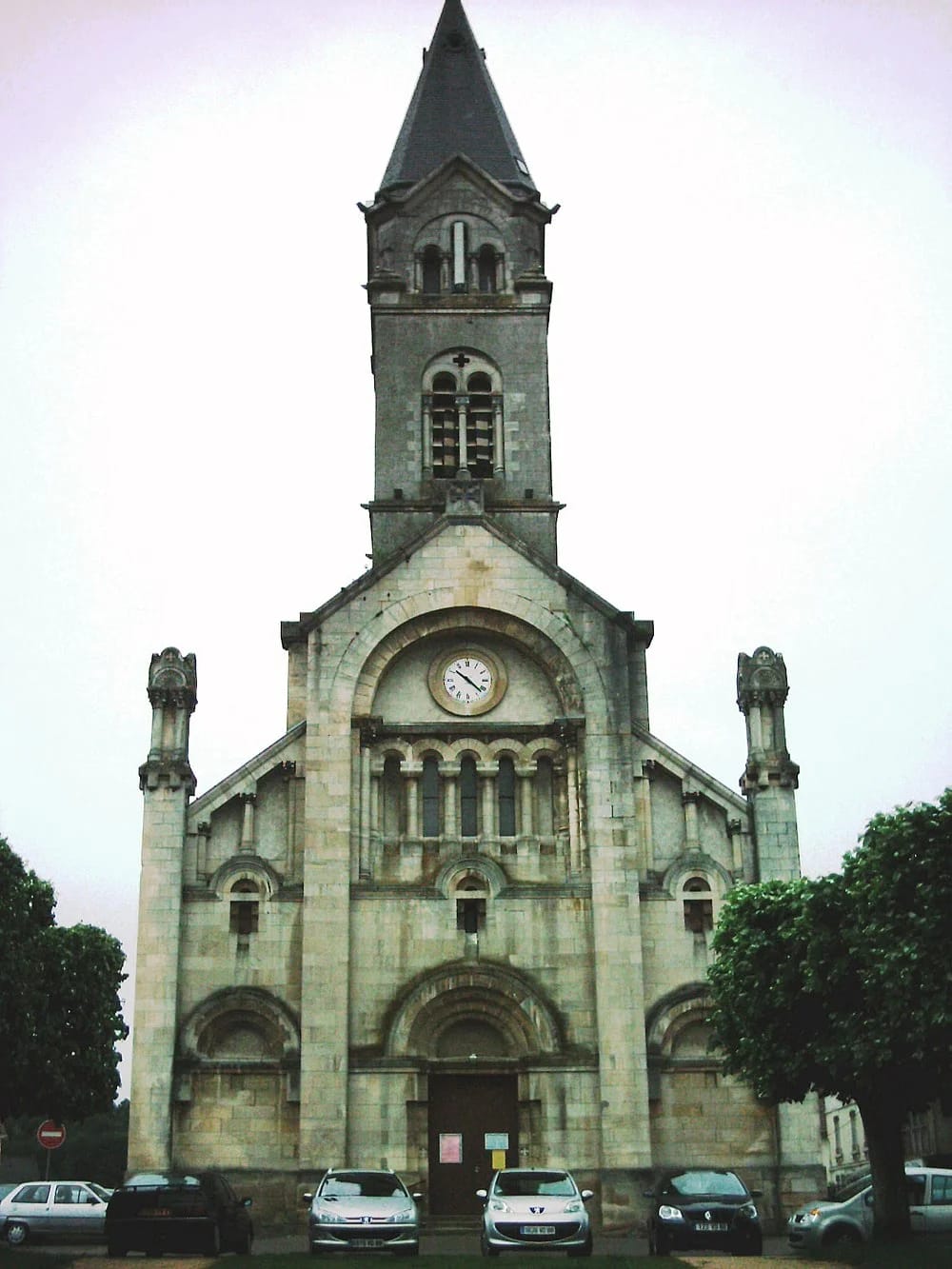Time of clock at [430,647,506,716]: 10:21
